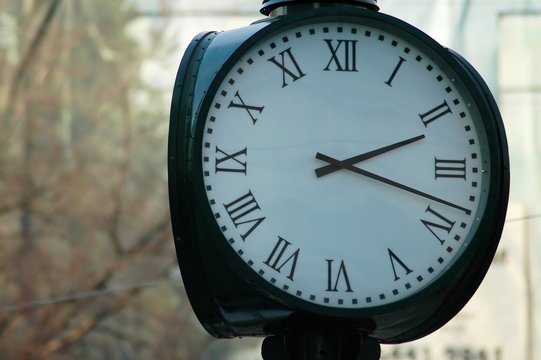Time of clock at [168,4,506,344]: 2:18
